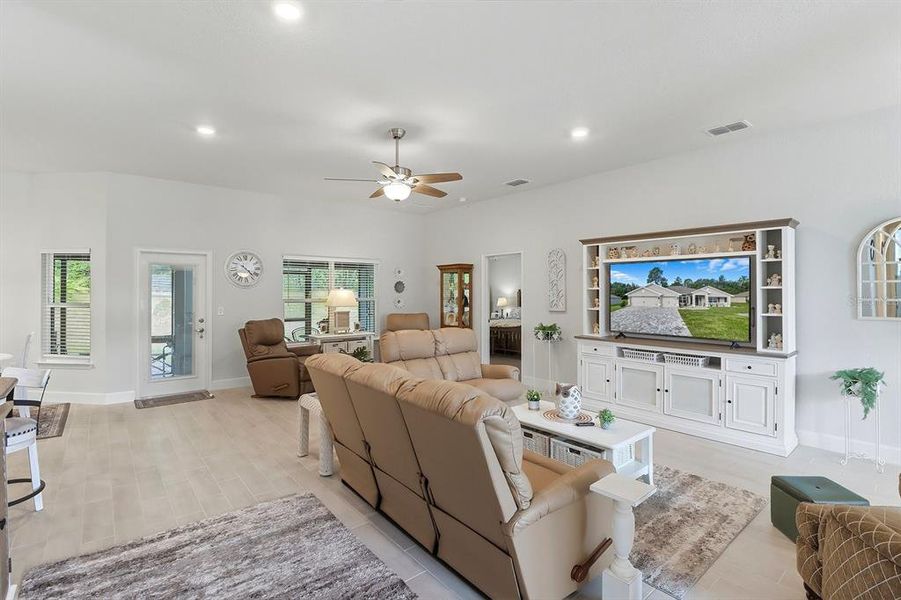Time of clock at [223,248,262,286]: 4:22
